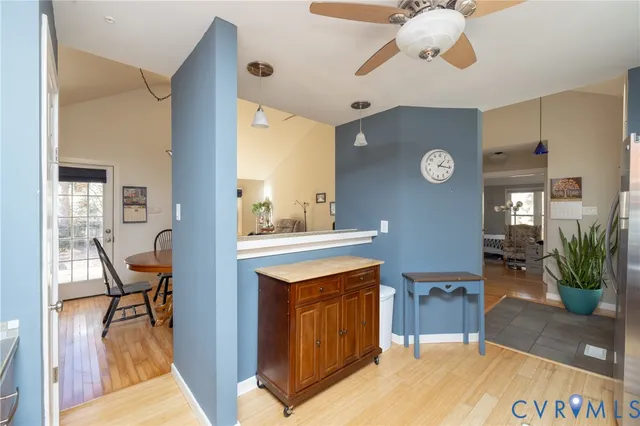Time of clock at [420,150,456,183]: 1:15
